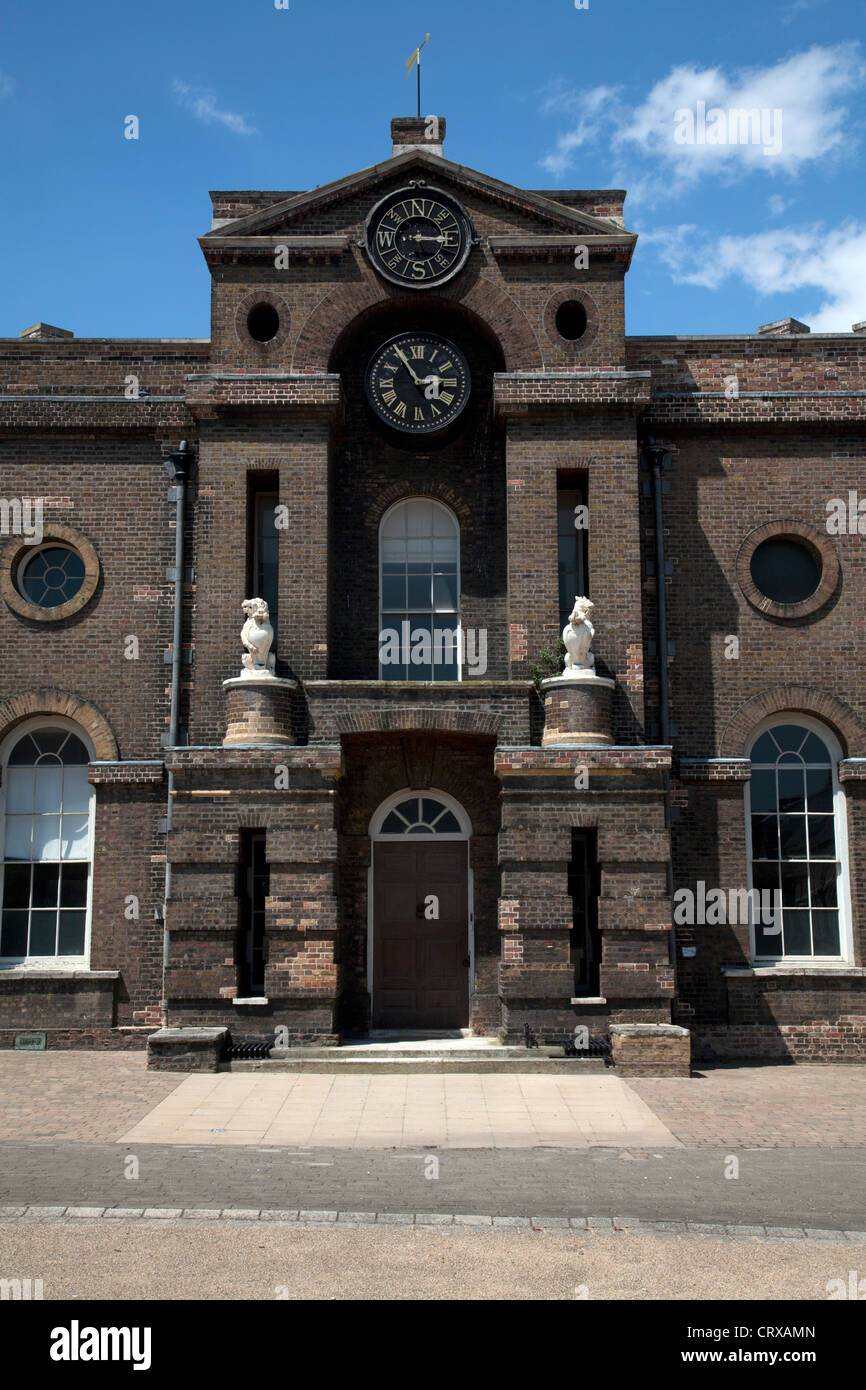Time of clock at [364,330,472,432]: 2:54
